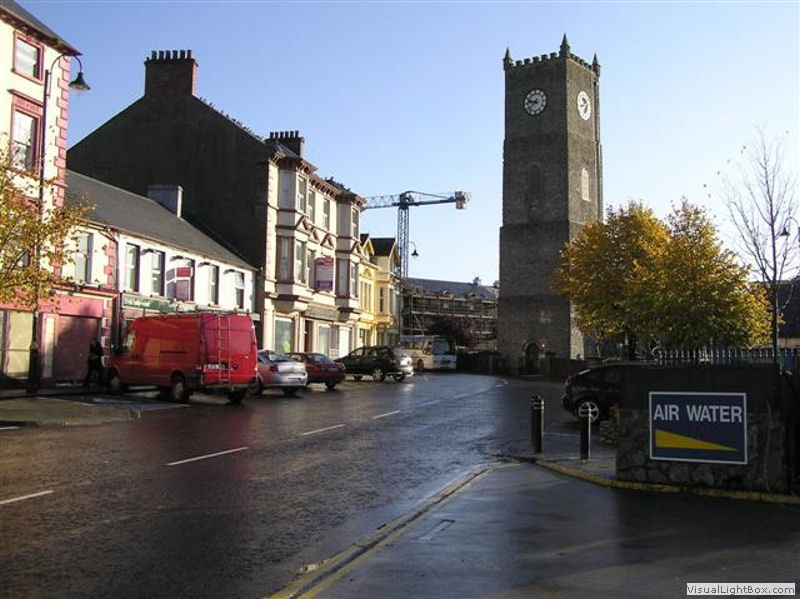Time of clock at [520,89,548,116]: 9:38
